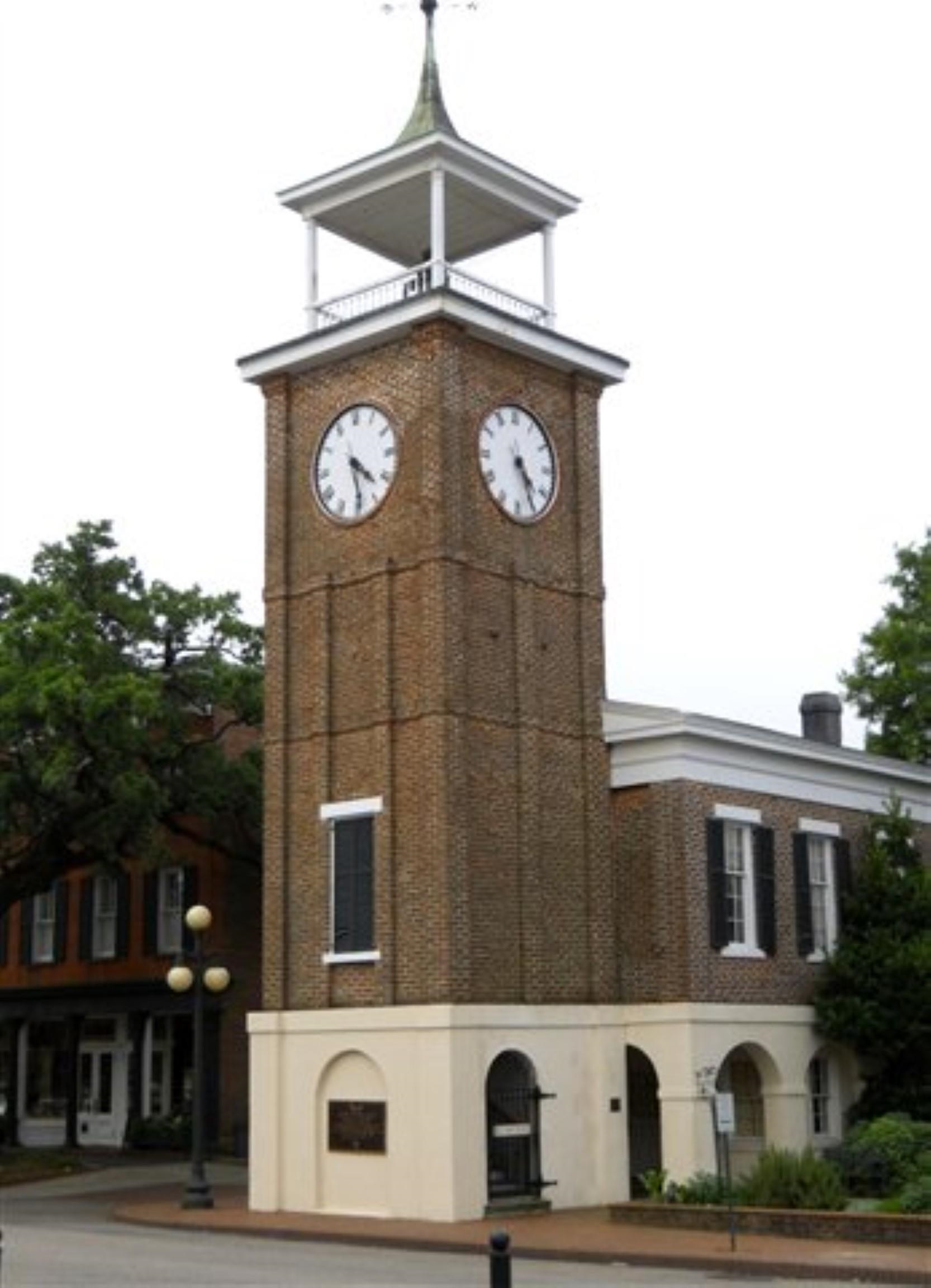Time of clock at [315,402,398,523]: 4:28
